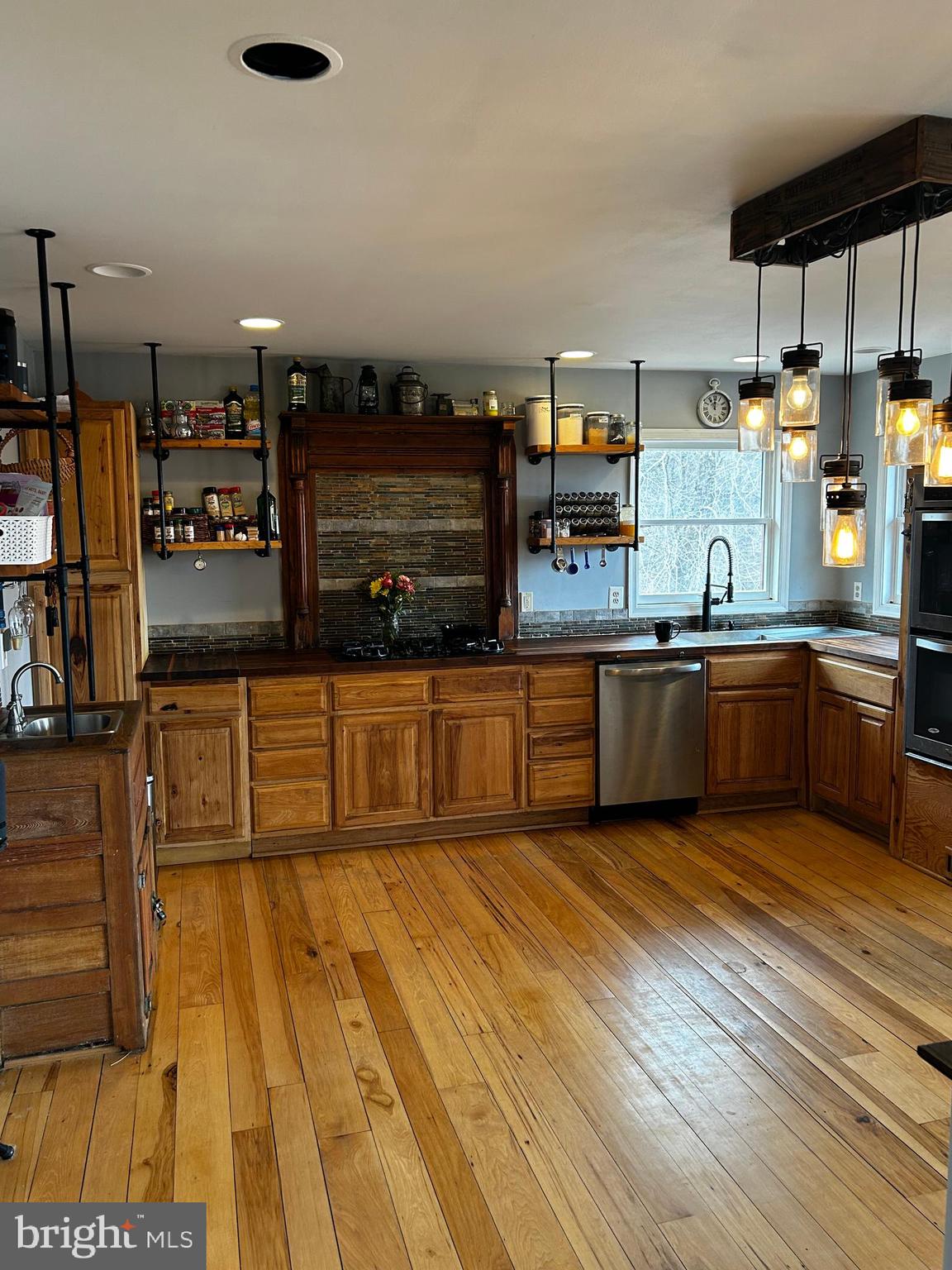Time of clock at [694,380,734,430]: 11:53
